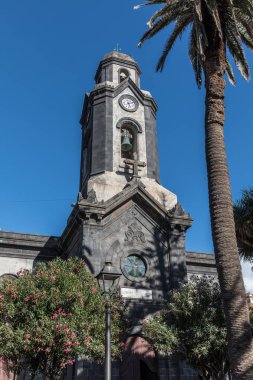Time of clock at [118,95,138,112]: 5:11
